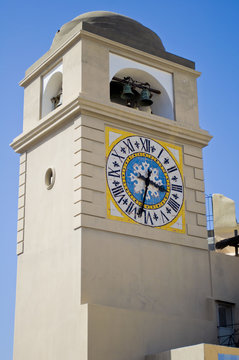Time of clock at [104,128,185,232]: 3:32
